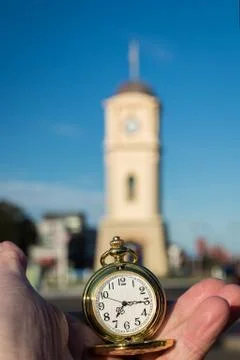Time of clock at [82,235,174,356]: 7:15
